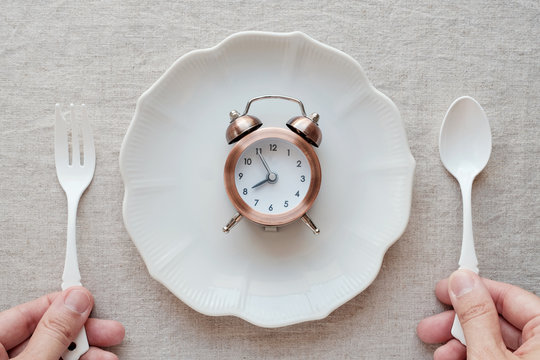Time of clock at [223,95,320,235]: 7:54
